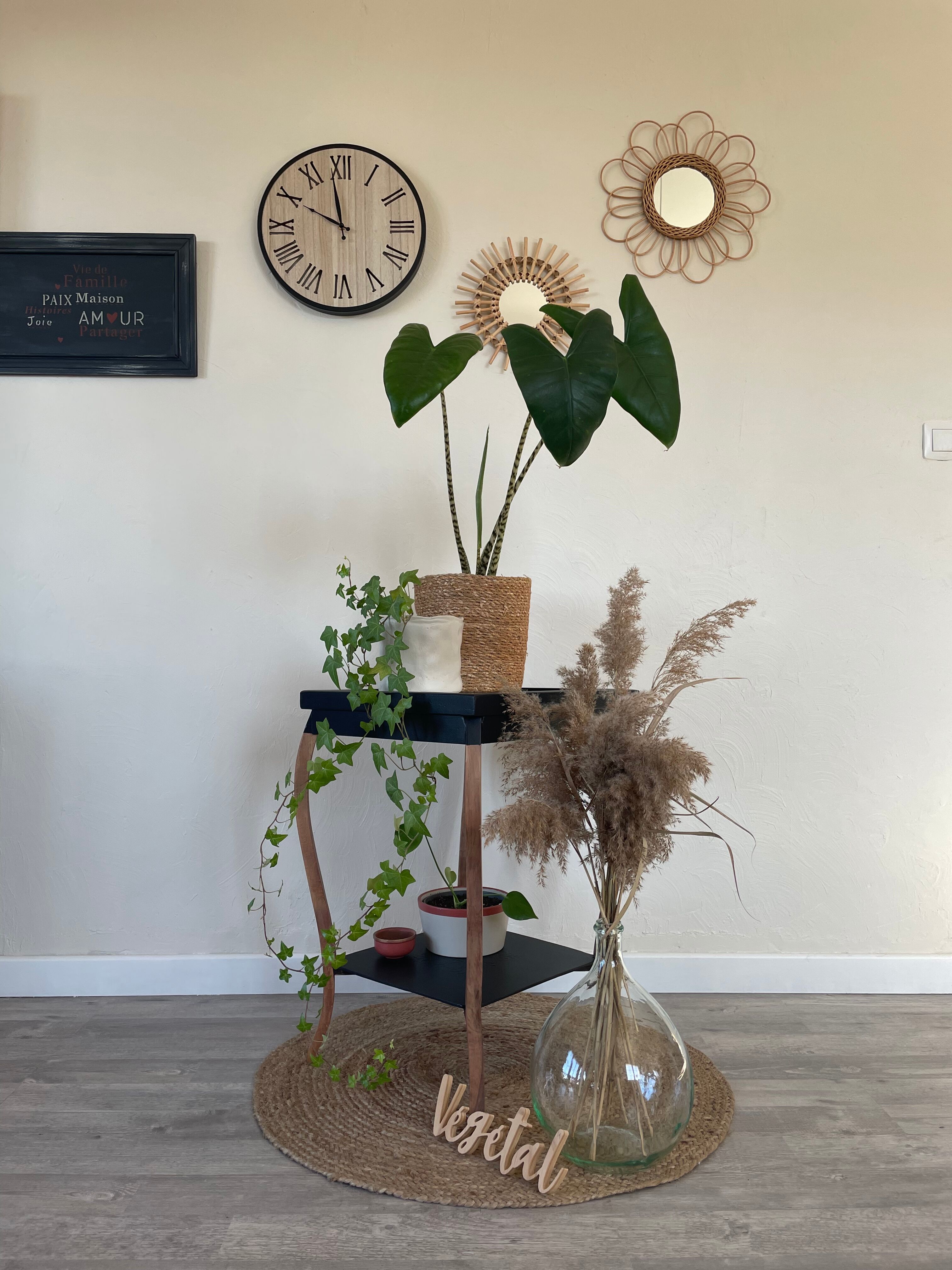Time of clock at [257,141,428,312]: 9:58
